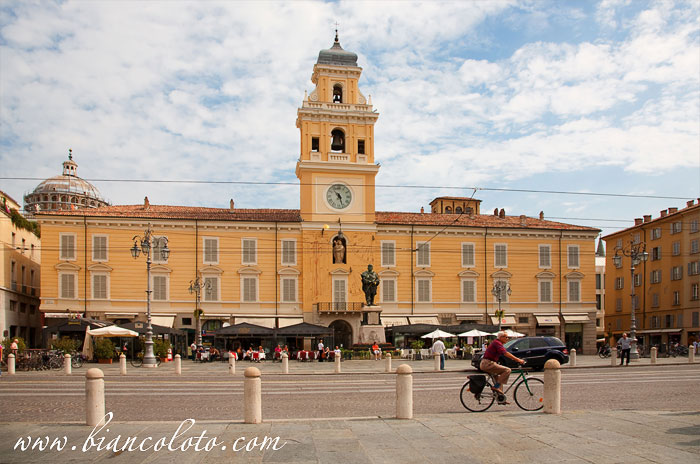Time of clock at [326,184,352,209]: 10:26
